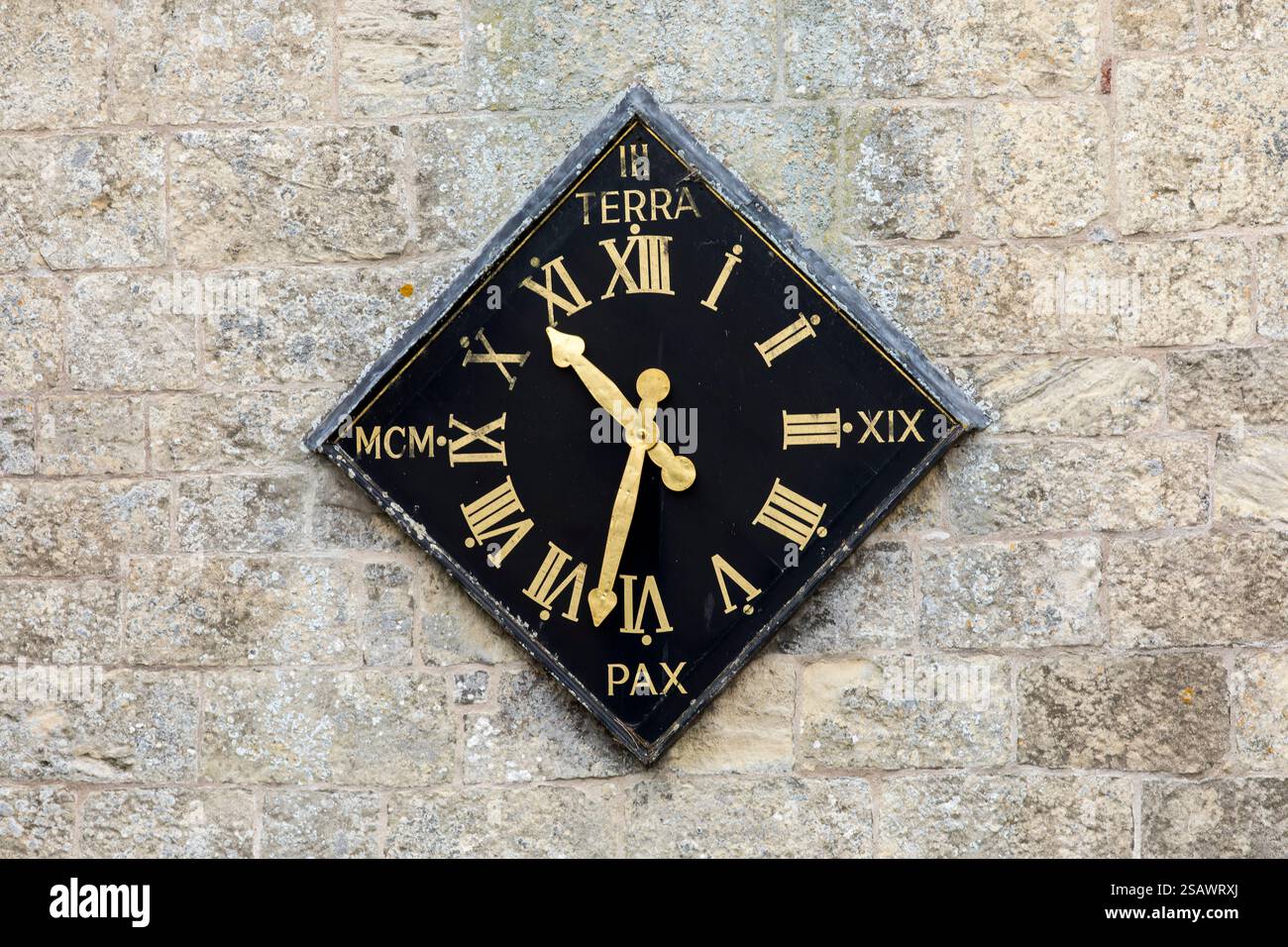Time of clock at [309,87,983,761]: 10:32
